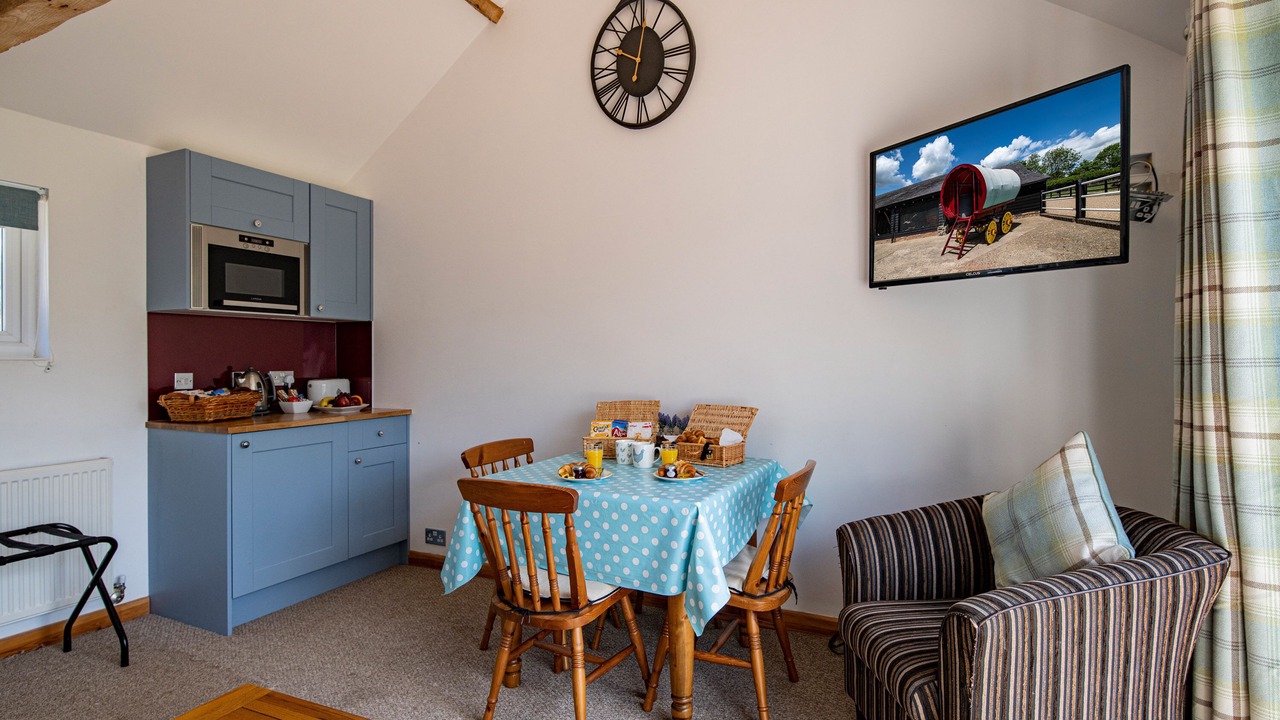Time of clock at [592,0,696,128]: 10:02
